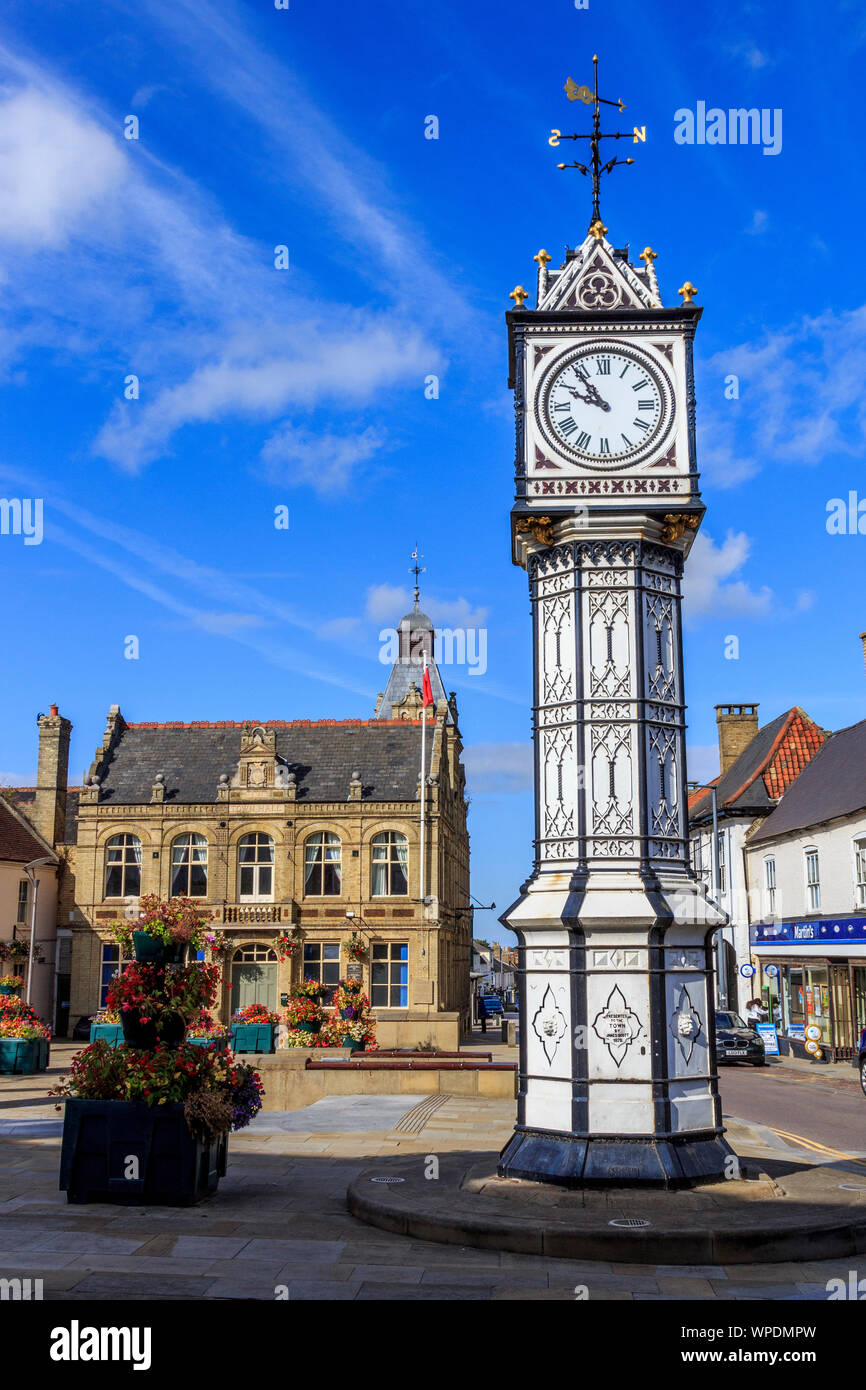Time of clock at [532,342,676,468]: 9:53
